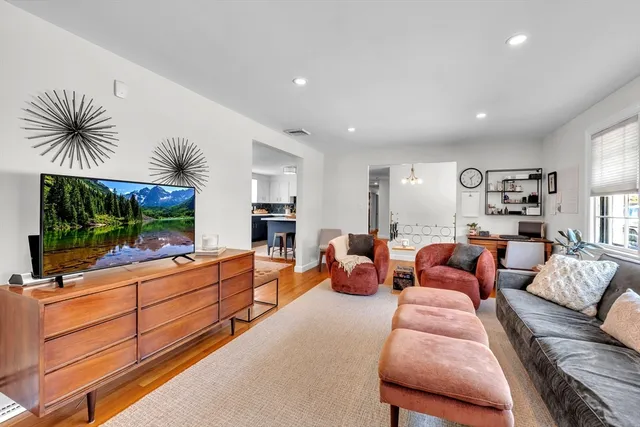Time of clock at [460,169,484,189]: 1:28
